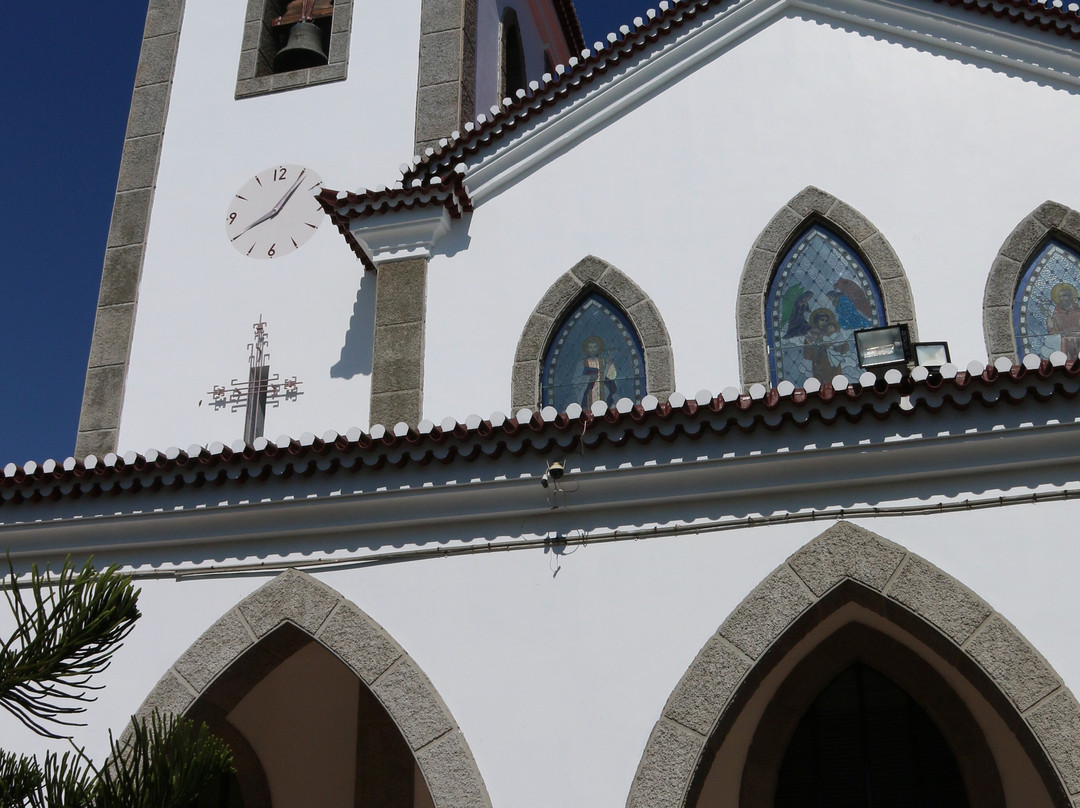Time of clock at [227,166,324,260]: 8:06
